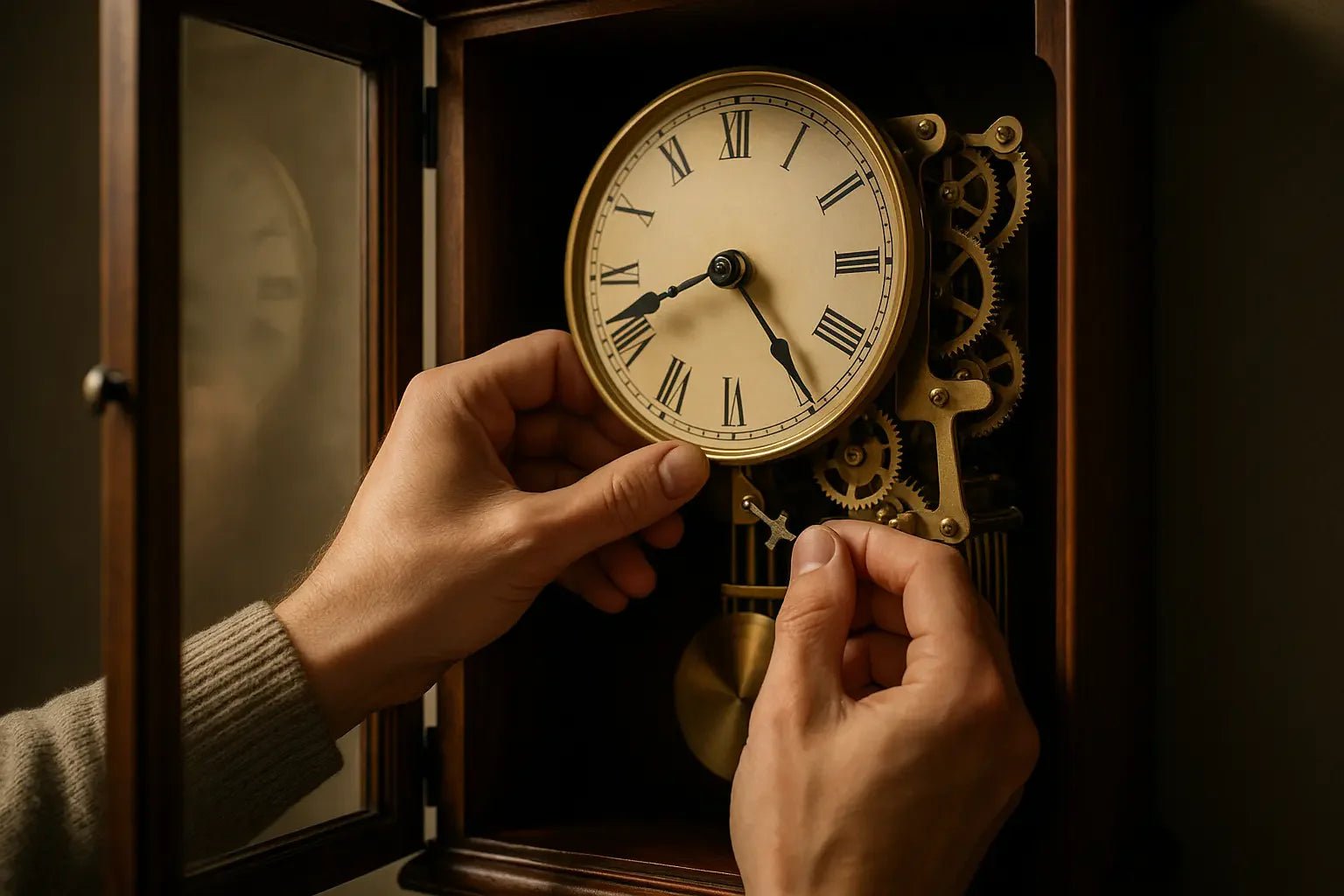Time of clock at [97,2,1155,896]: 4:42
